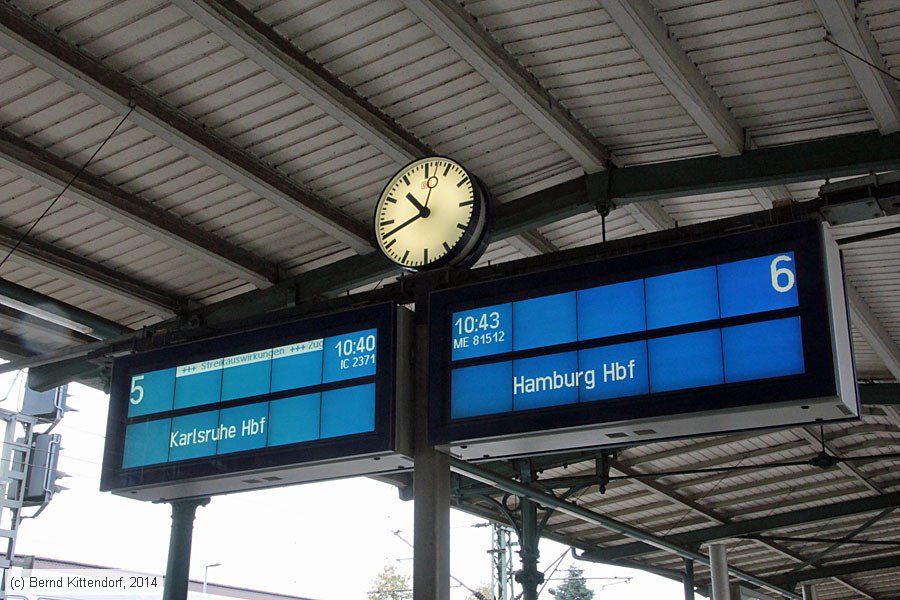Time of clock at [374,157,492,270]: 10:41
